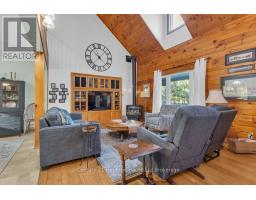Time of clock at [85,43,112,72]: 10:07
